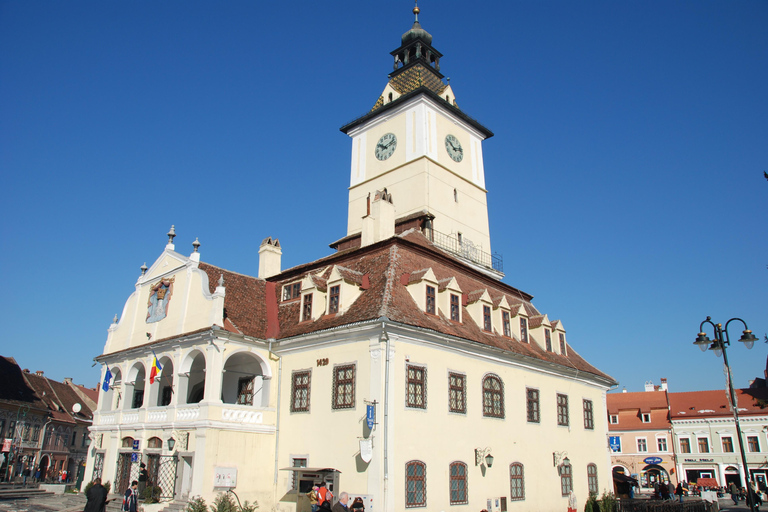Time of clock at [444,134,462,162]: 10:12
